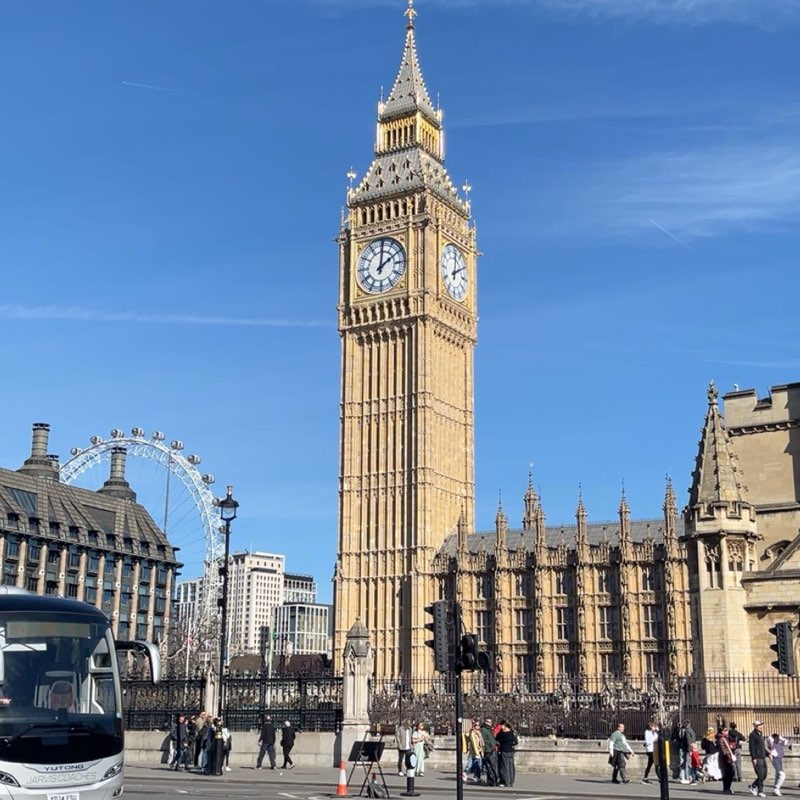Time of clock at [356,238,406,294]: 2:01
